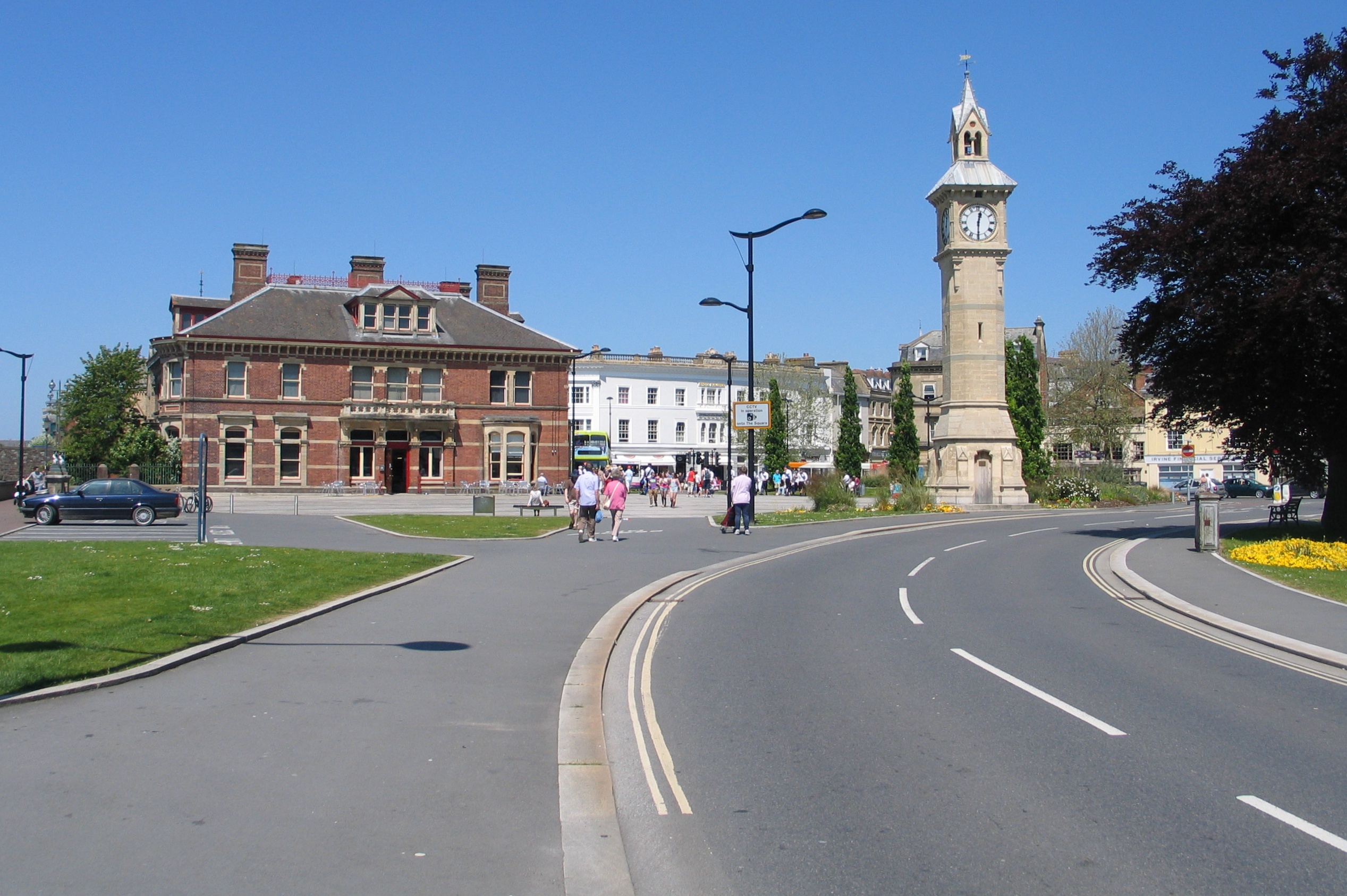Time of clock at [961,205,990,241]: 12:30
